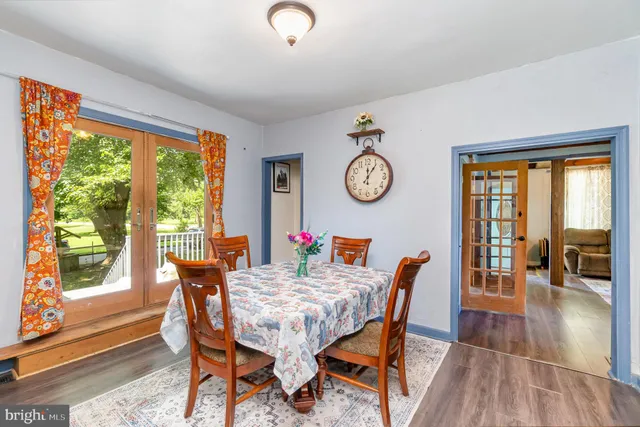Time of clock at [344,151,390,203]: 12:06
